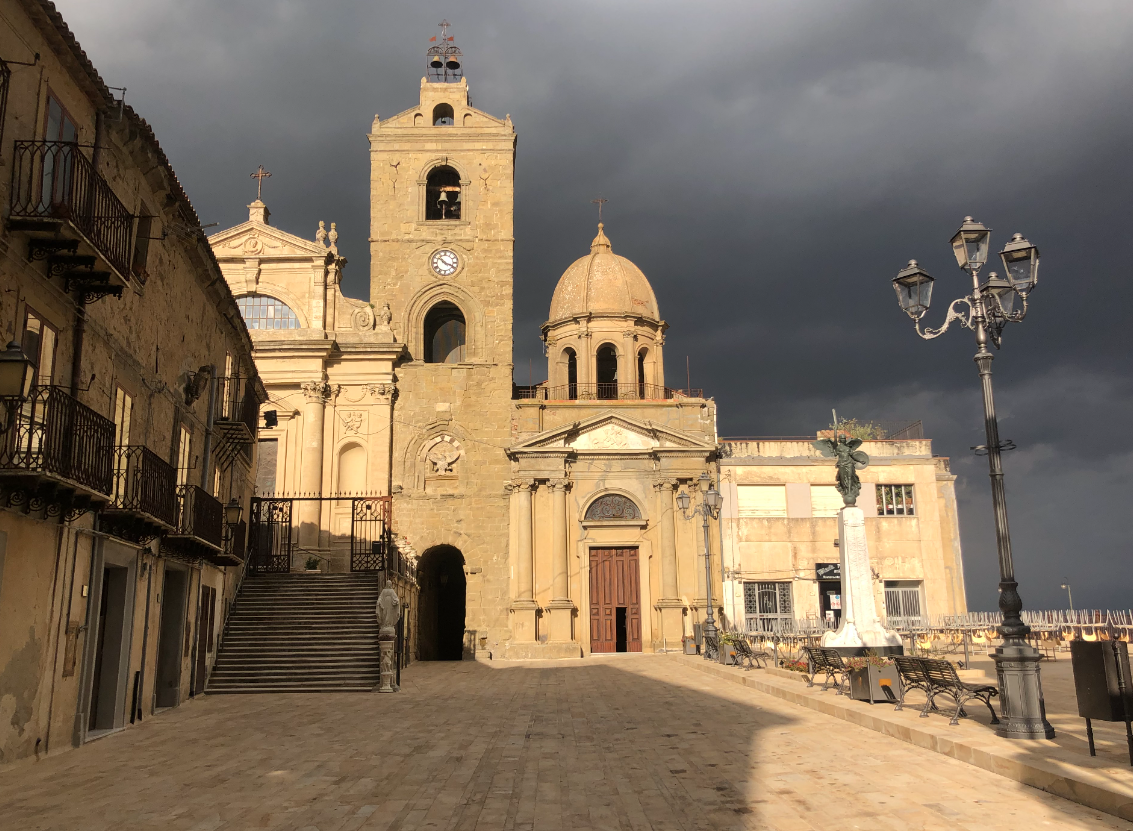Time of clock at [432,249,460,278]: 10:18
